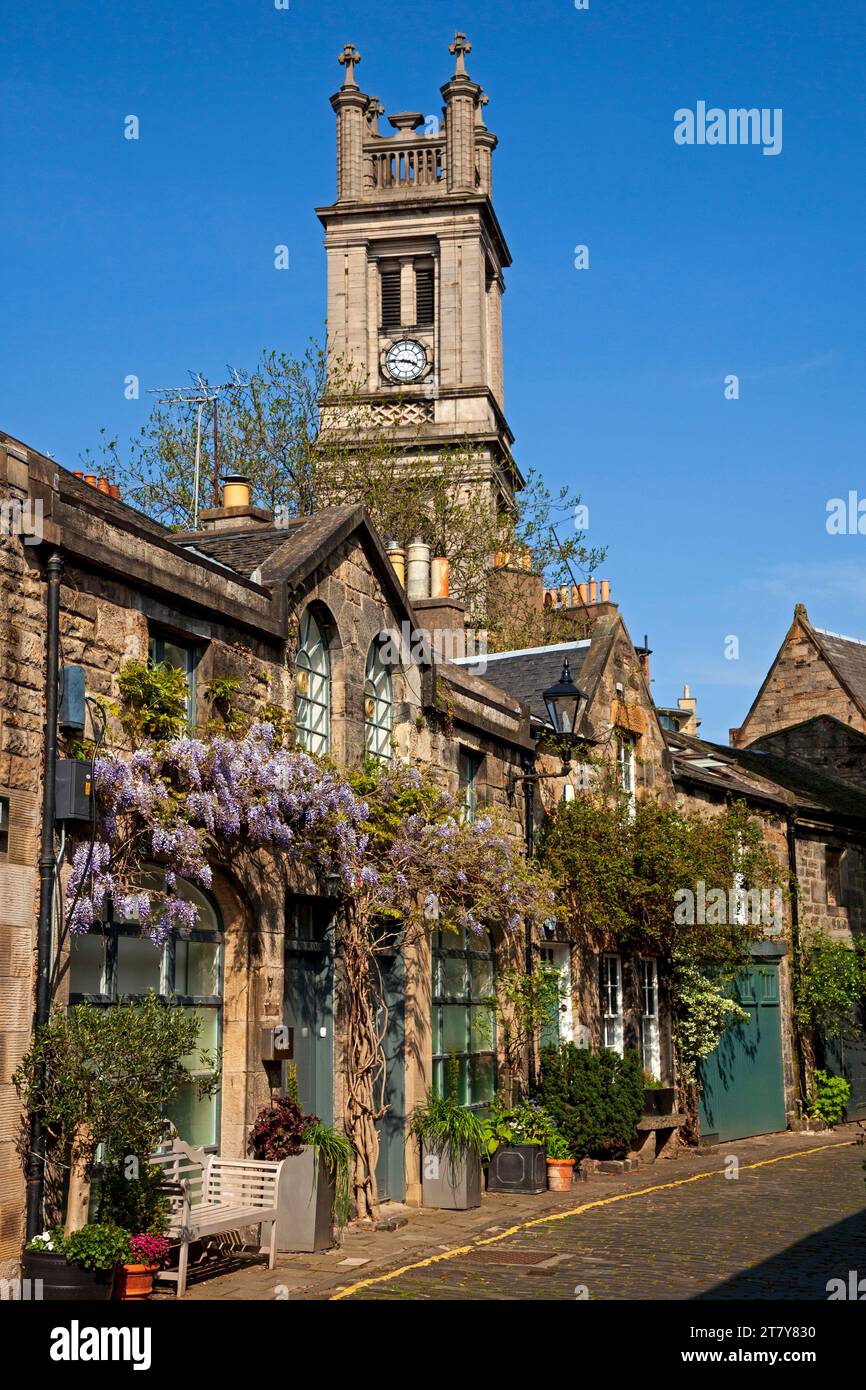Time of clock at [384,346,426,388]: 3:45
